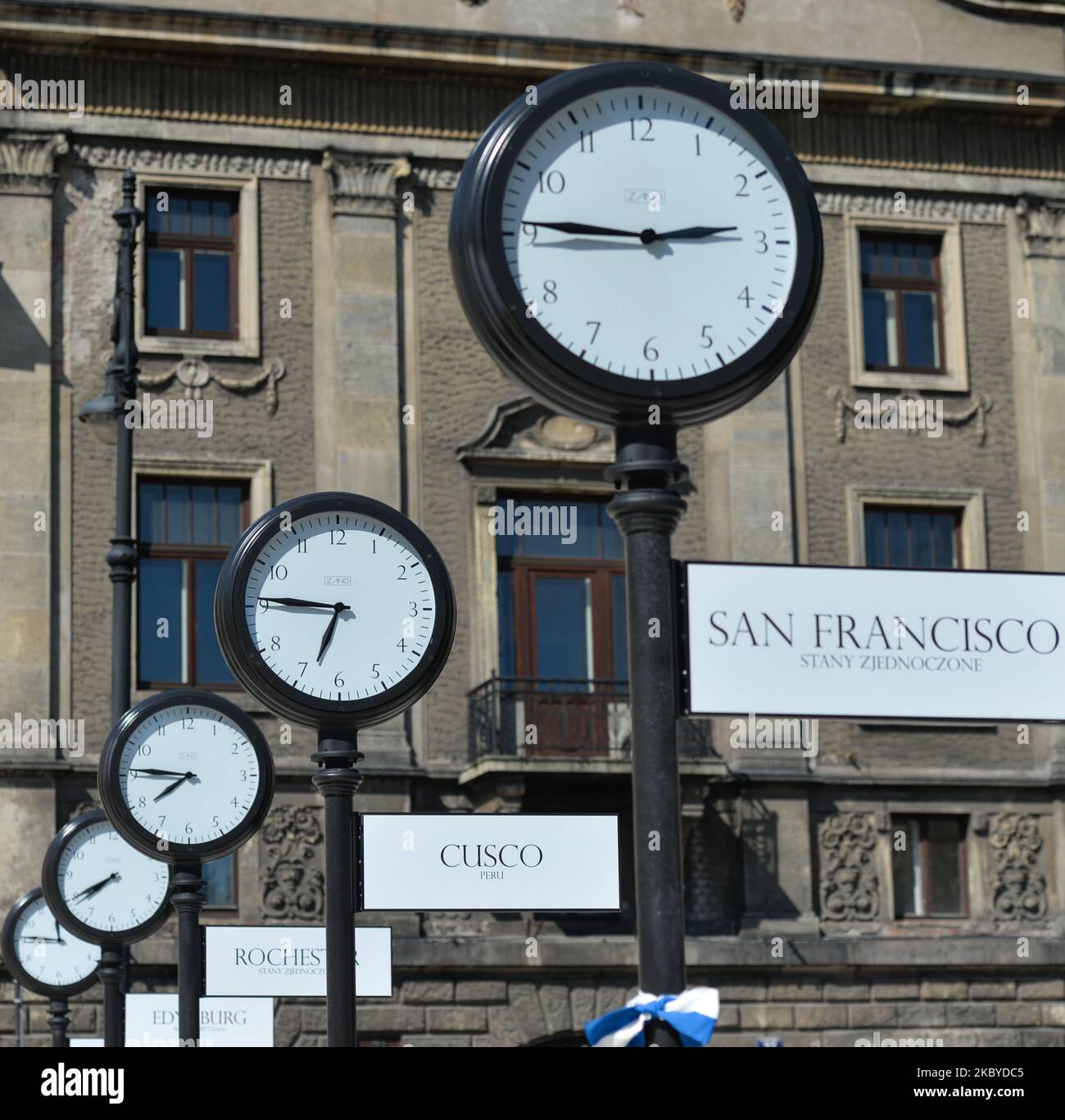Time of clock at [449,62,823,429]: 2:45
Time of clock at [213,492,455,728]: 6:46
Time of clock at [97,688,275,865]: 7:45
